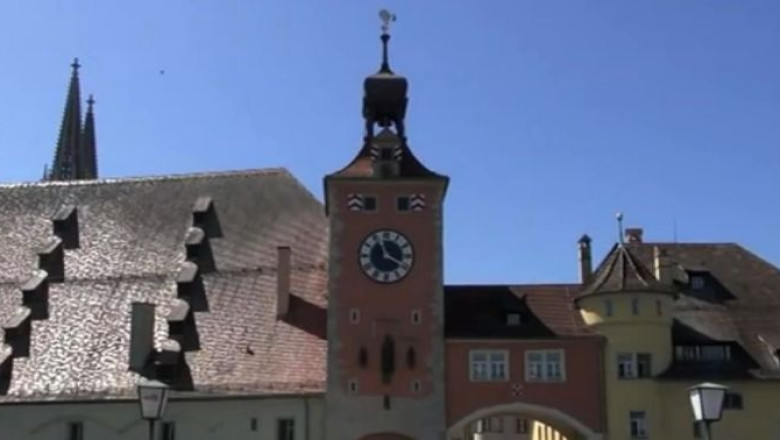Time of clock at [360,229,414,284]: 3:56
